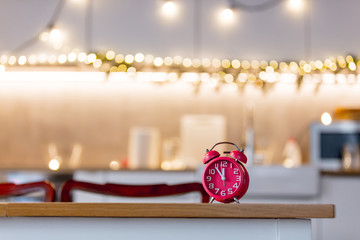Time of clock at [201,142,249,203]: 11:53
